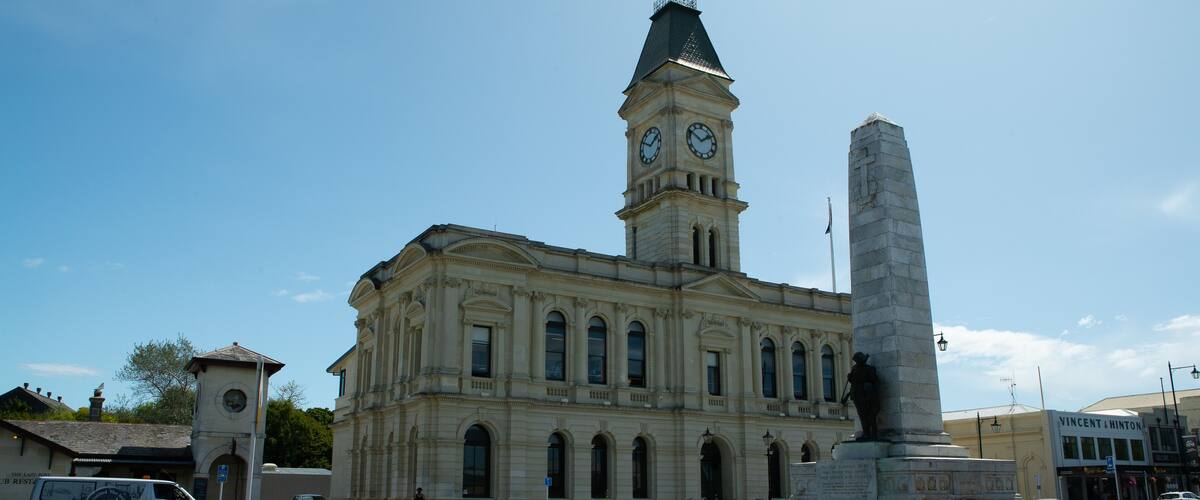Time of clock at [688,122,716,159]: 1:50
